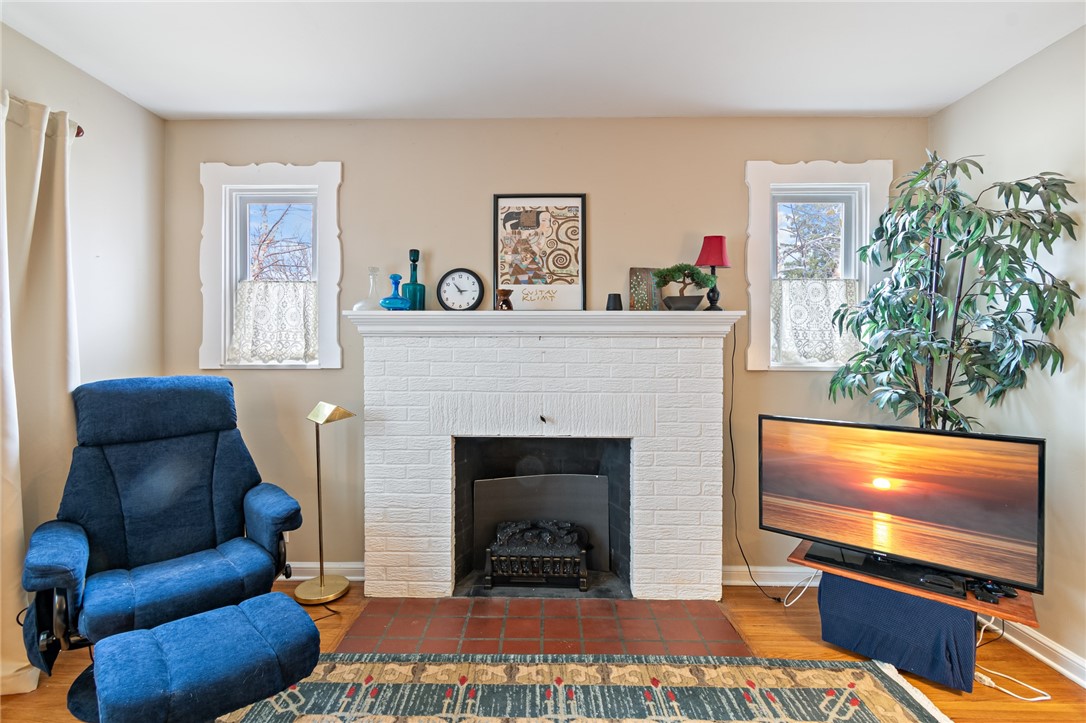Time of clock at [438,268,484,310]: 2:53
